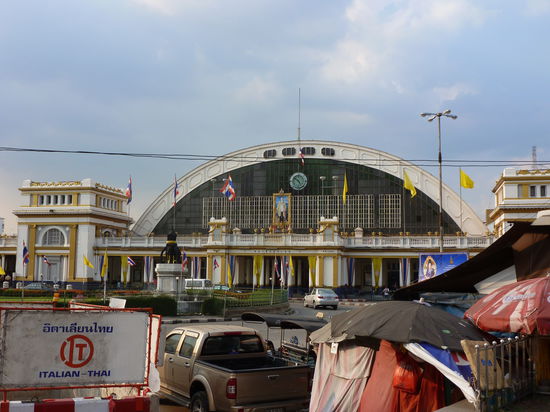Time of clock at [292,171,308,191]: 4:50
